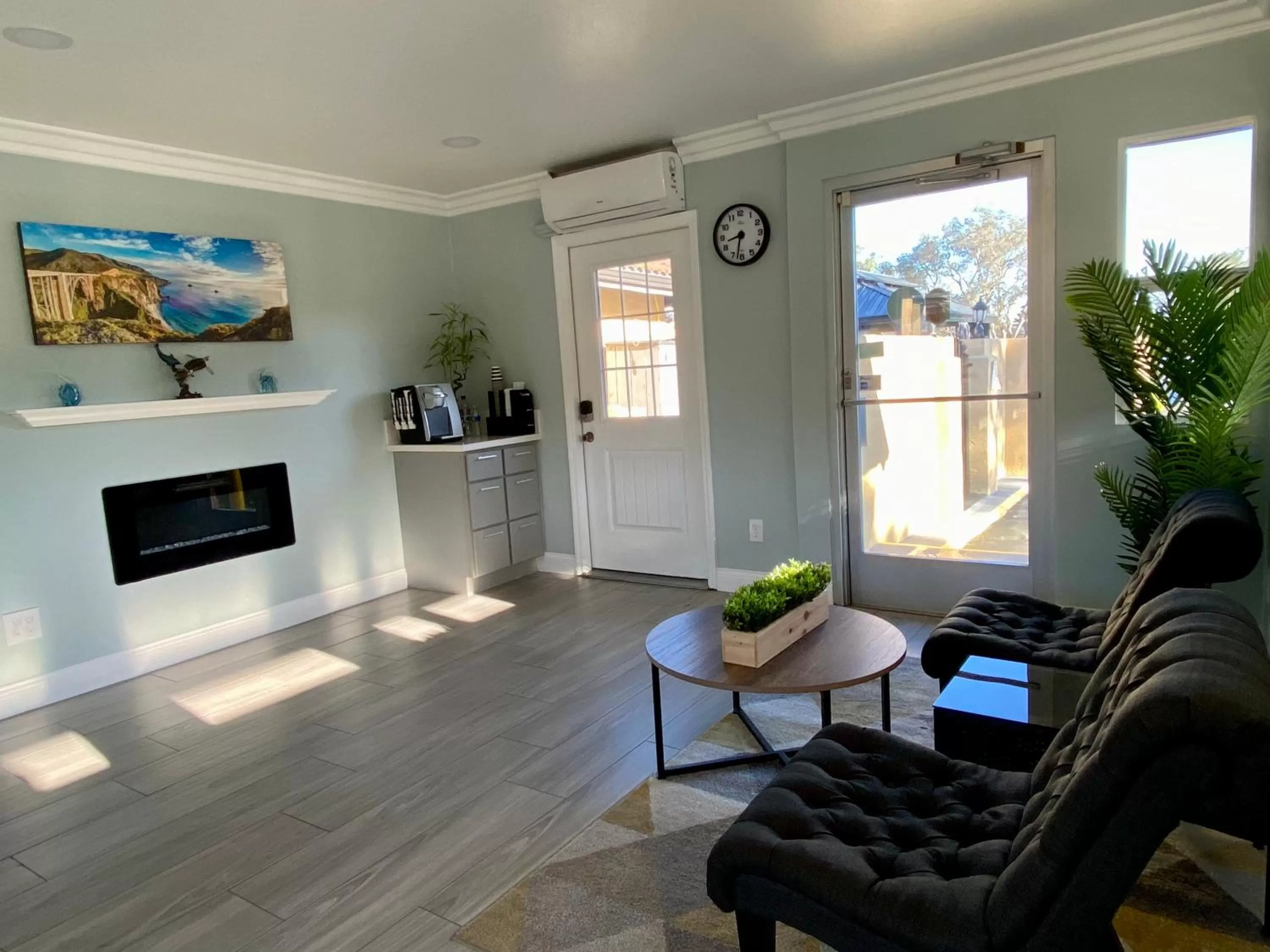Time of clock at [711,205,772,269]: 8:32
